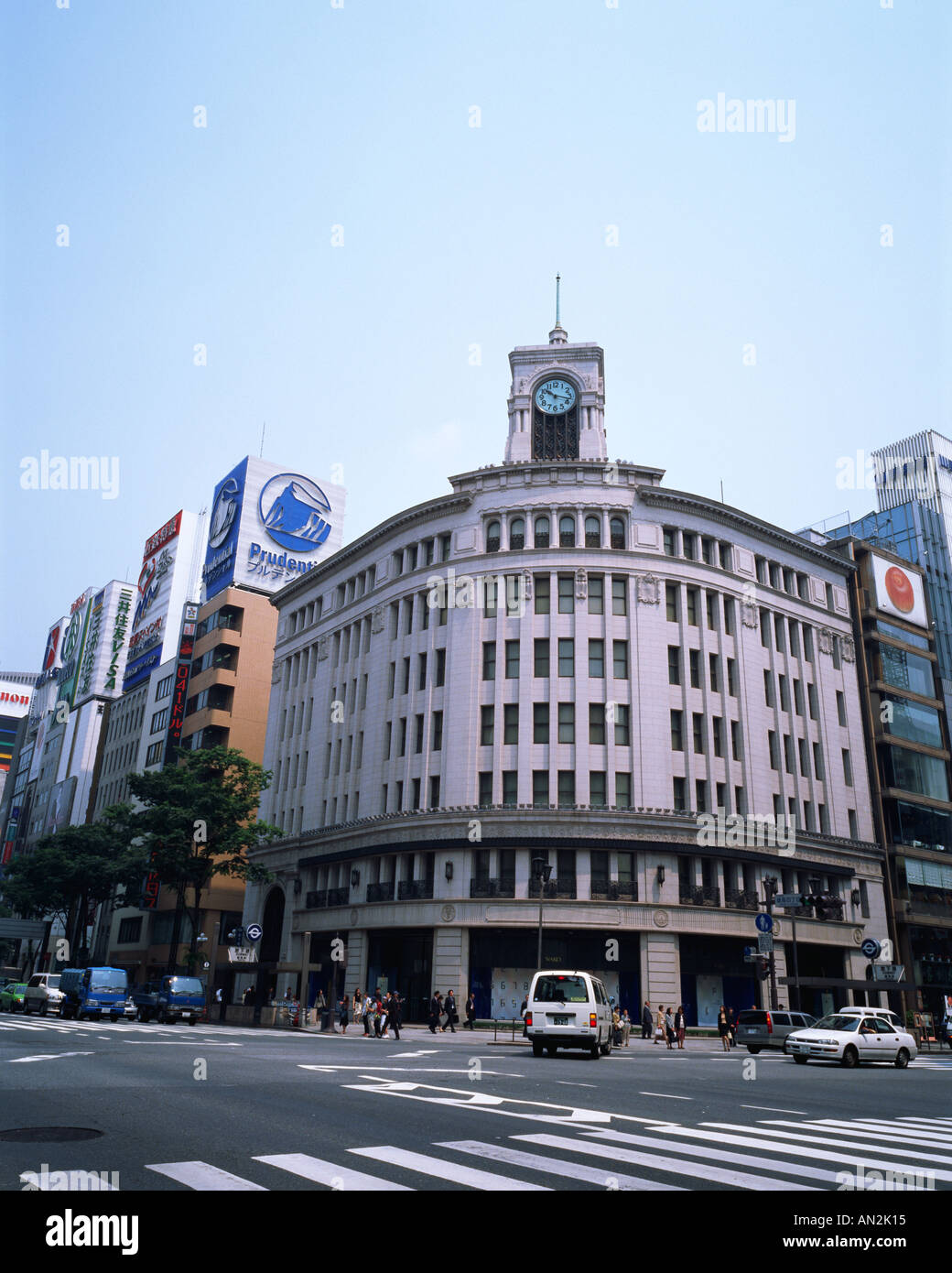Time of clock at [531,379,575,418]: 10:17
